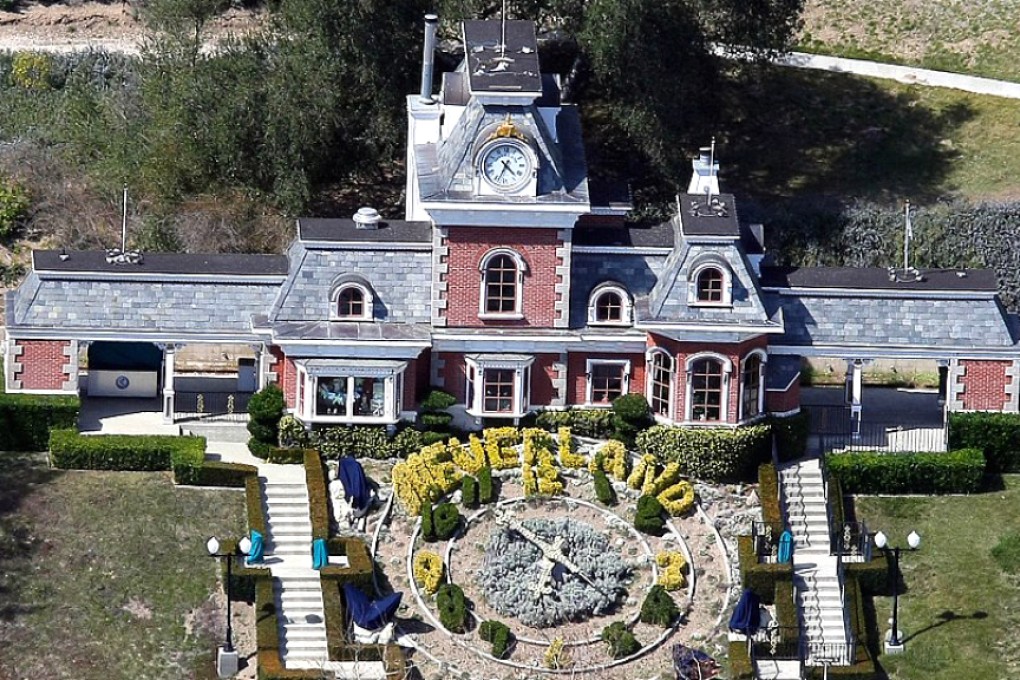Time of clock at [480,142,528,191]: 4:33
